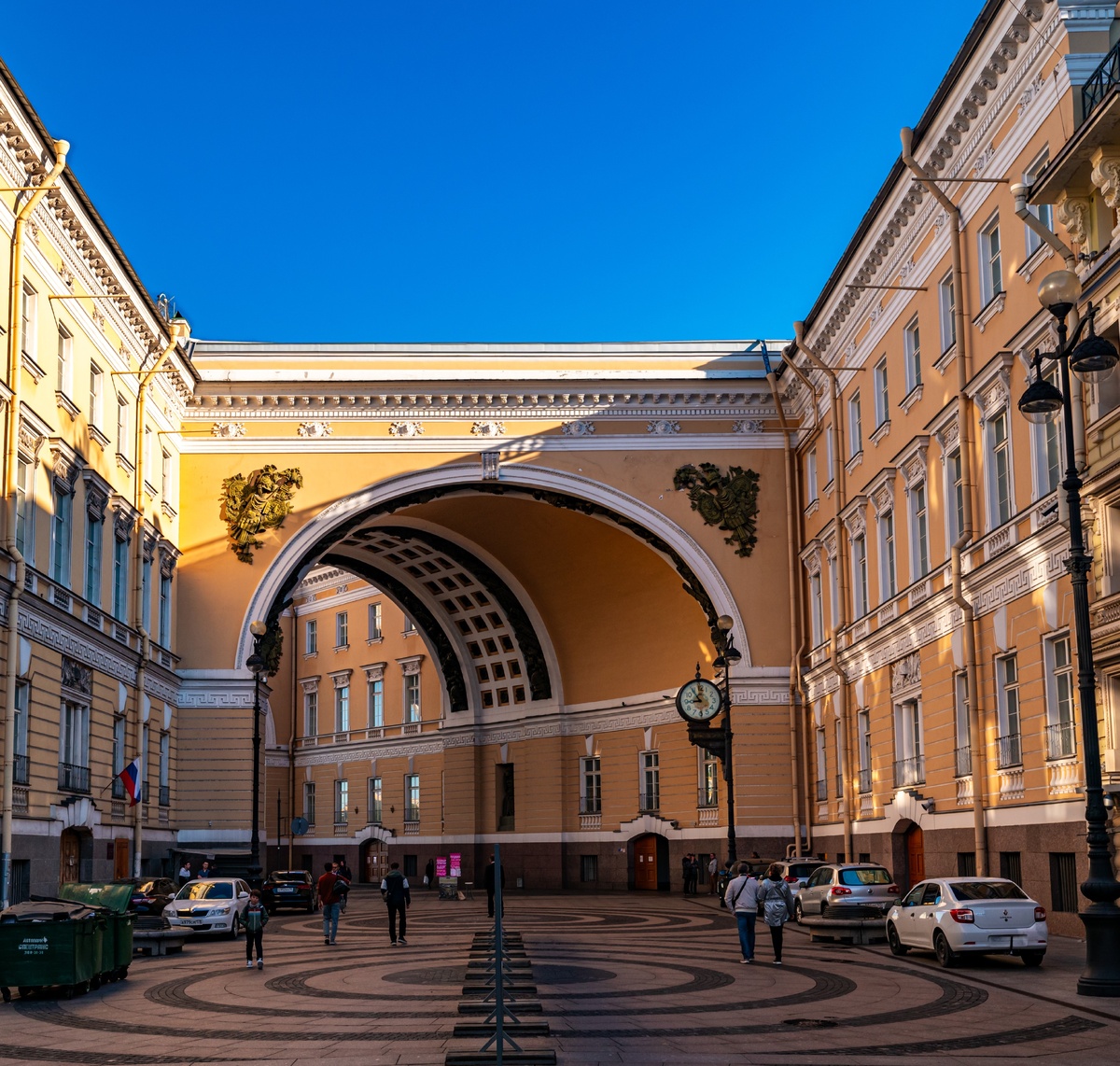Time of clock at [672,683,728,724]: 8:54
